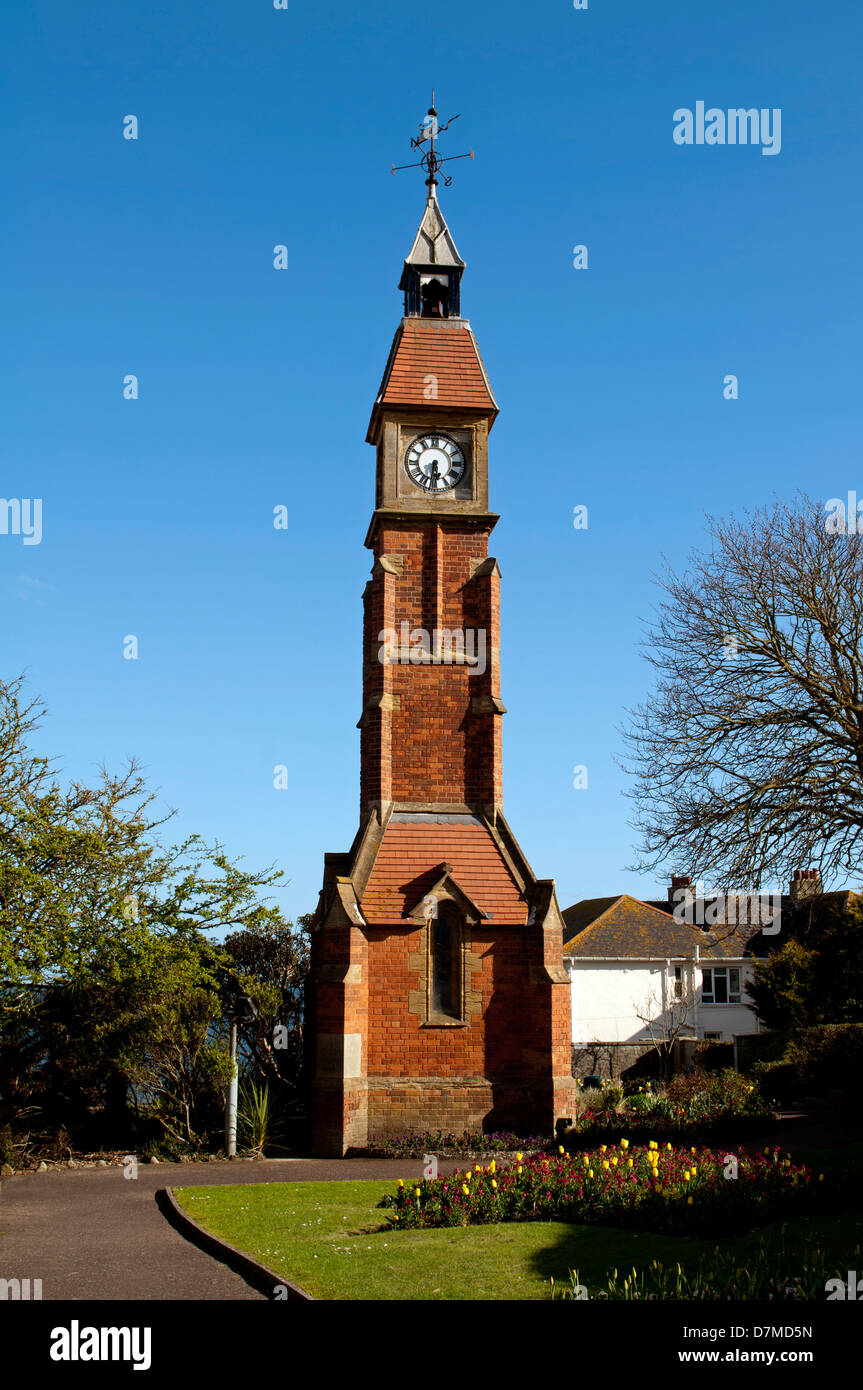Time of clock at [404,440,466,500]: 5:31
